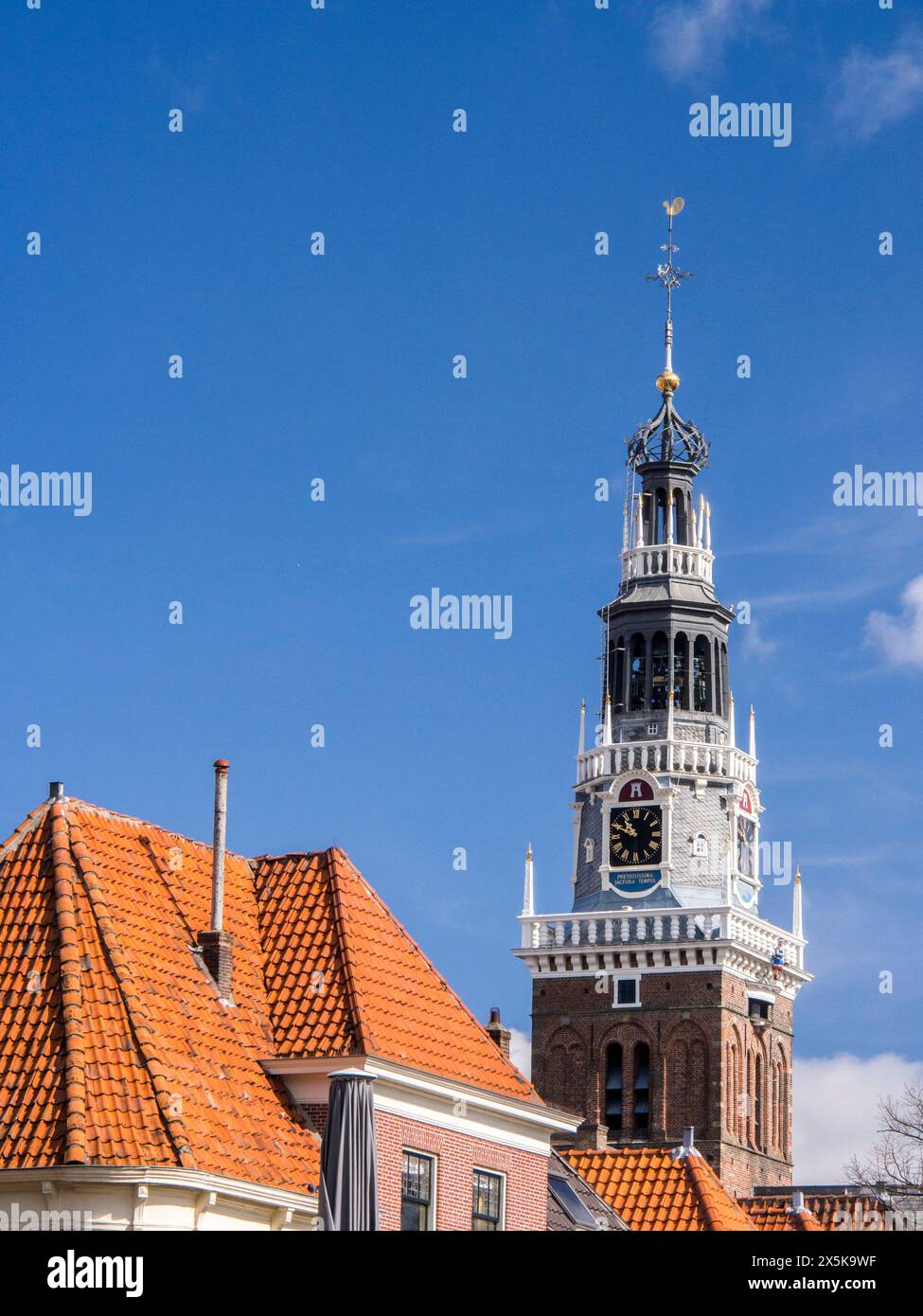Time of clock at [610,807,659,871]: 10:49
